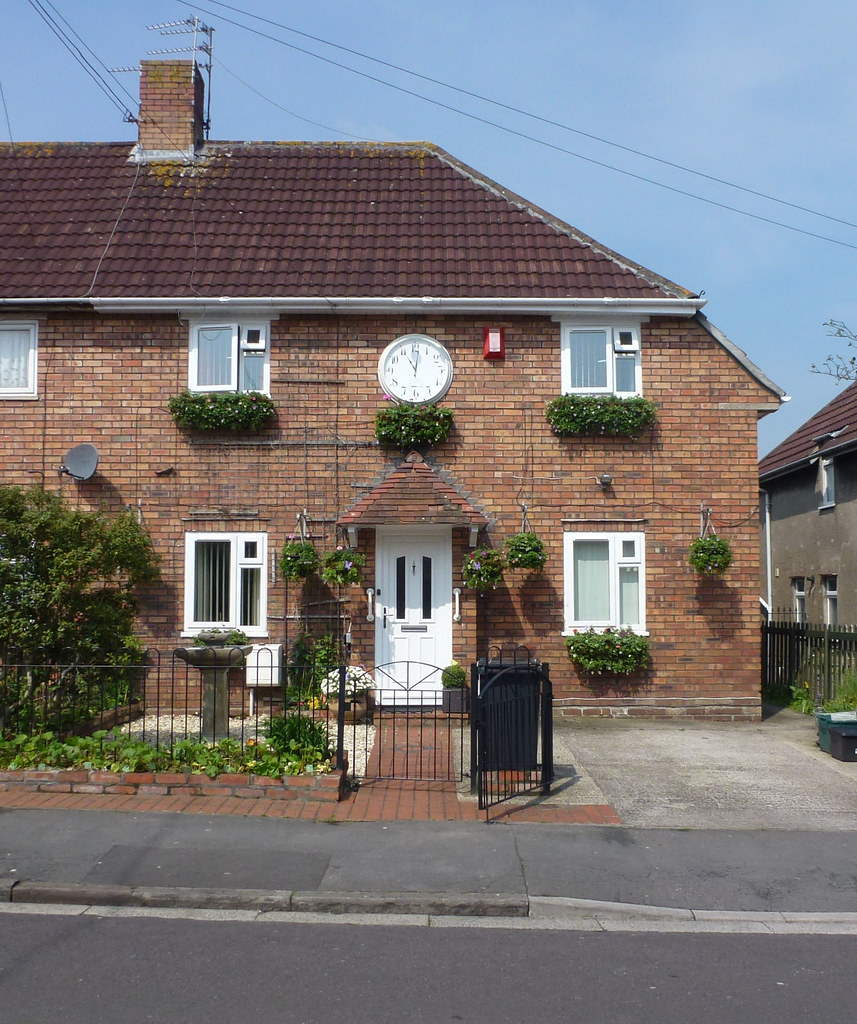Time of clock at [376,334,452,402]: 11:01
